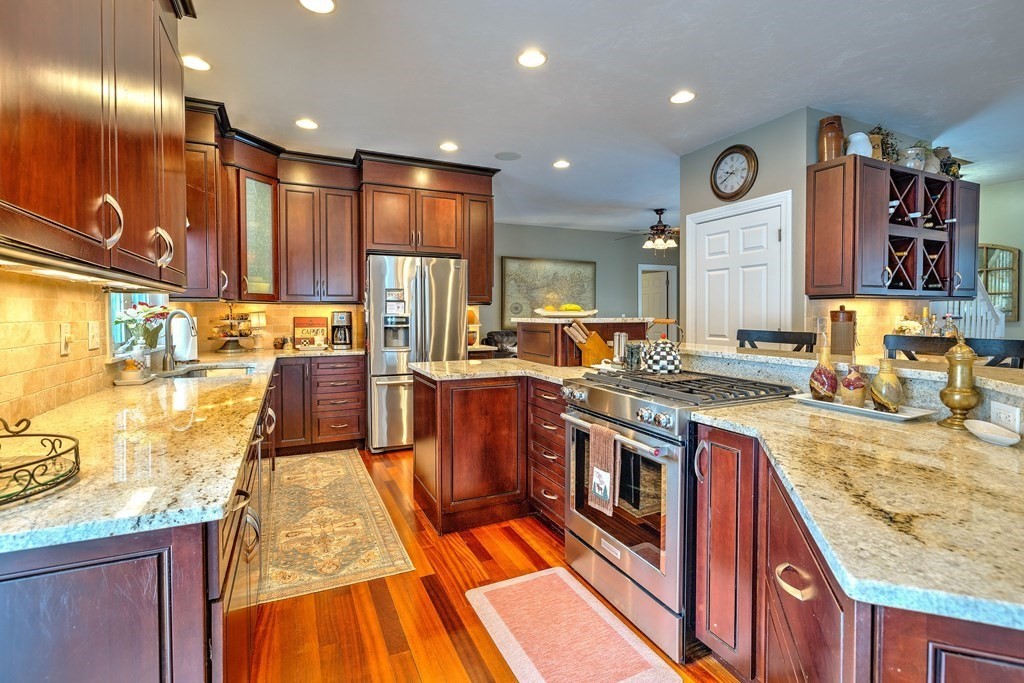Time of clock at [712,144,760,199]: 9:39
